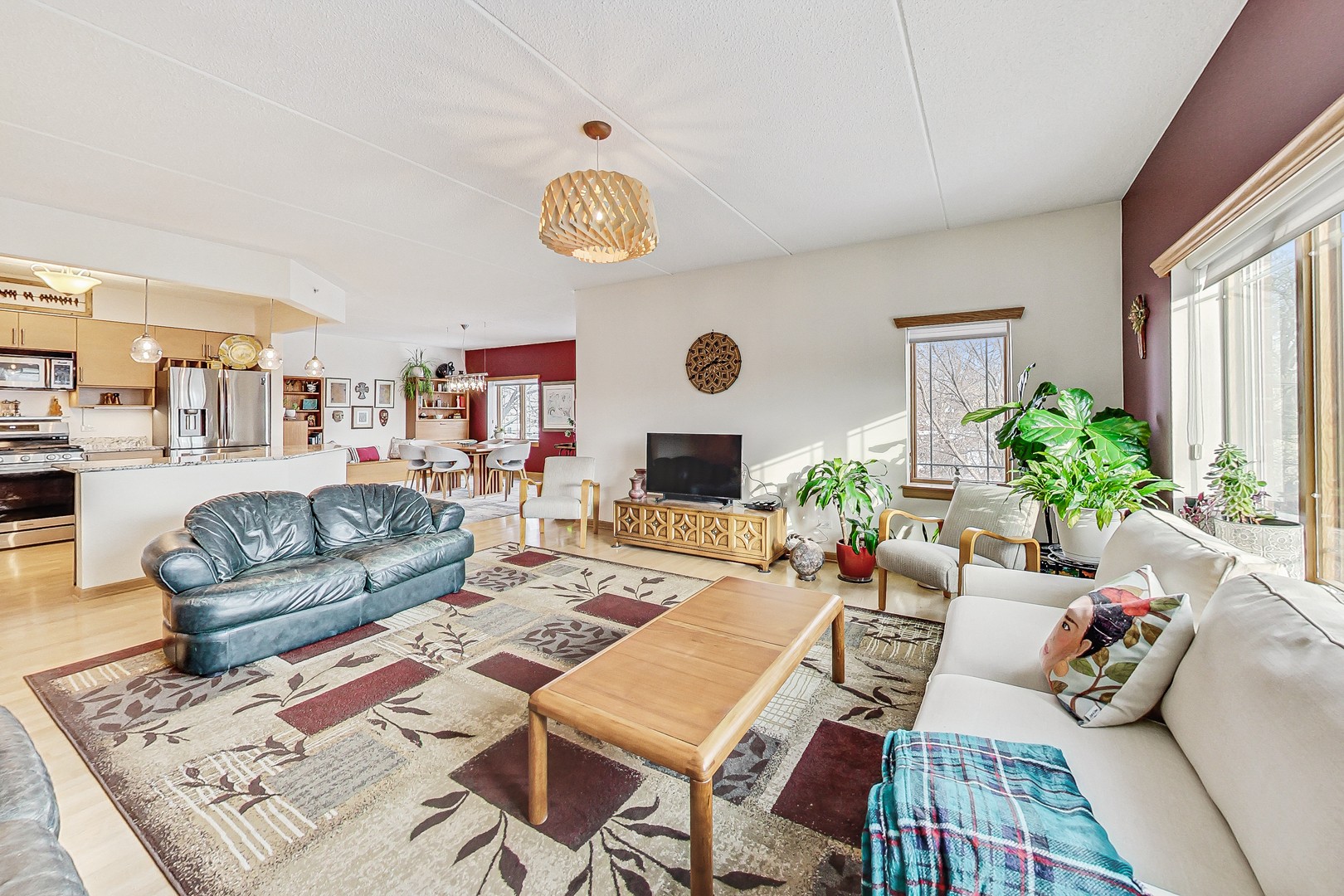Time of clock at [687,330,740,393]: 2:40
